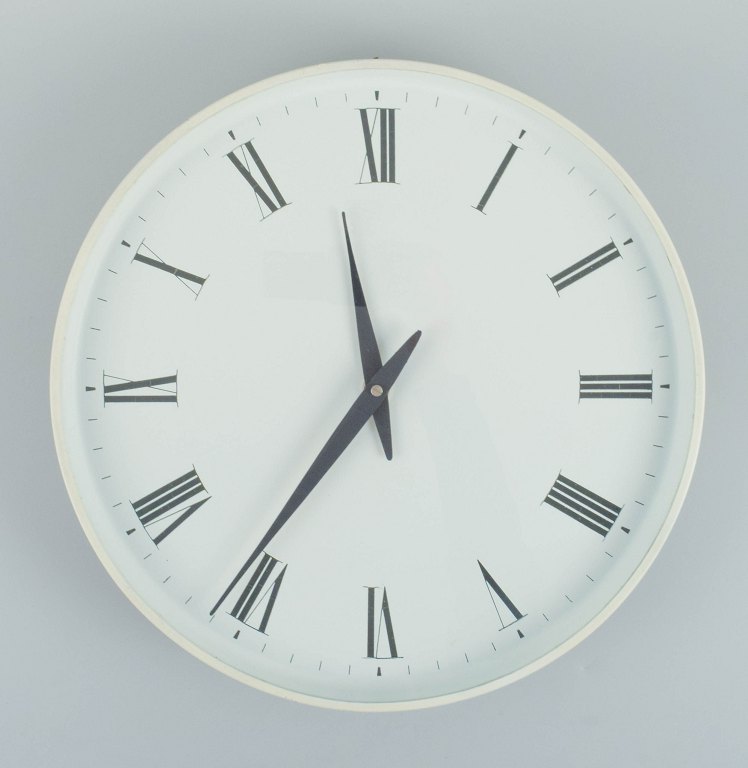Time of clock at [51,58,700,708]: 11:35
